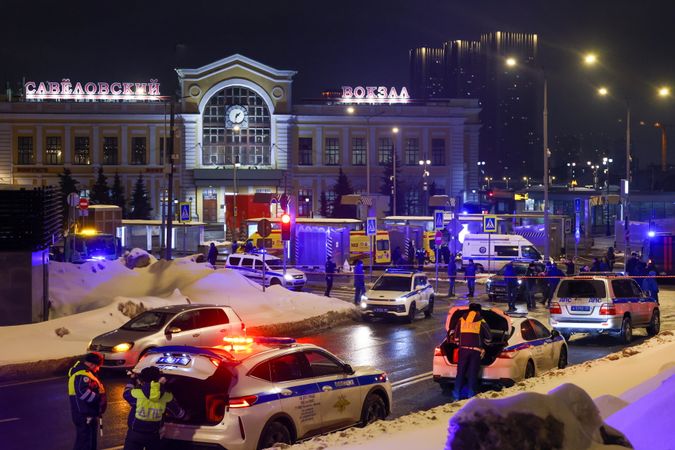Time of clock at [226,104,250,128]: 1:32
